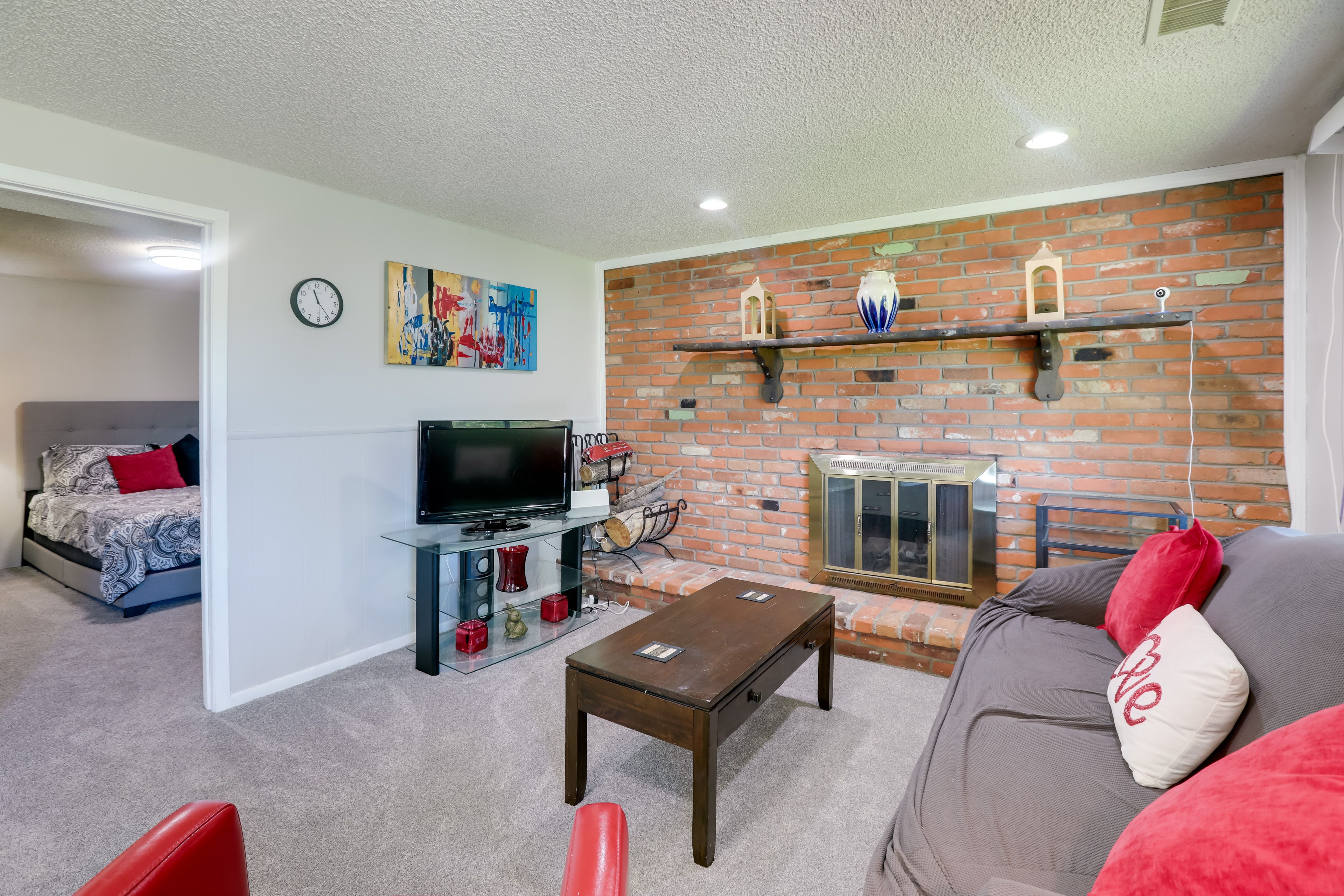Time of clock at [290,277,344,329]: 11:23
